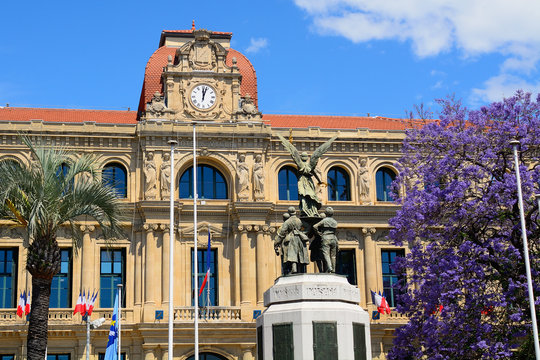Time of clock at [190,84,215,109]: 12:03
